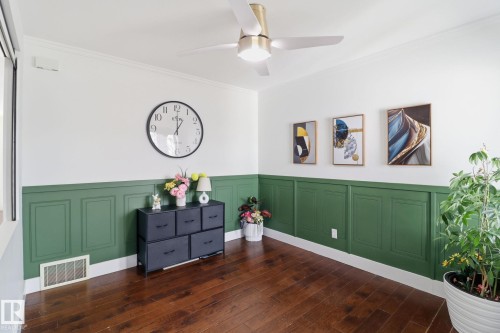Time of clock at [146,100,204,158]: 1:00
